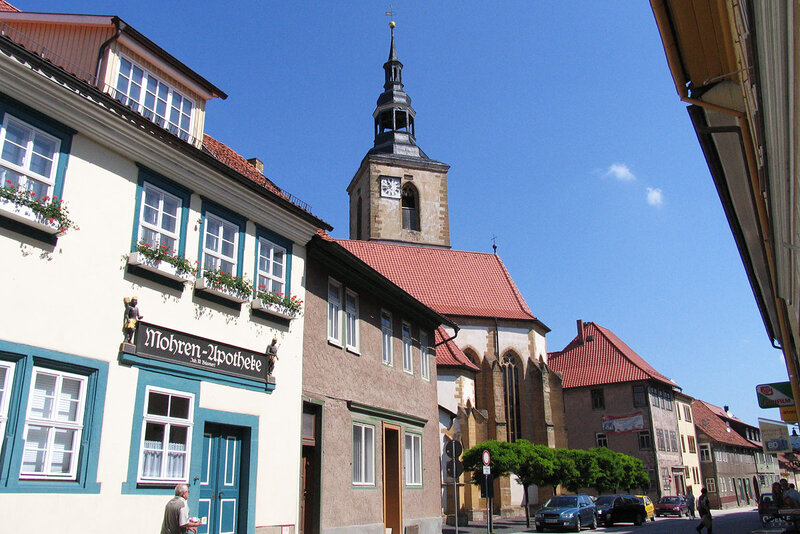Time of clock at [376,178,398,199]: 10:42
